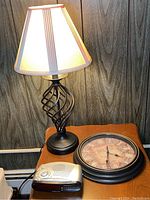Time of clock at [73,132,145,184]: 3:29
